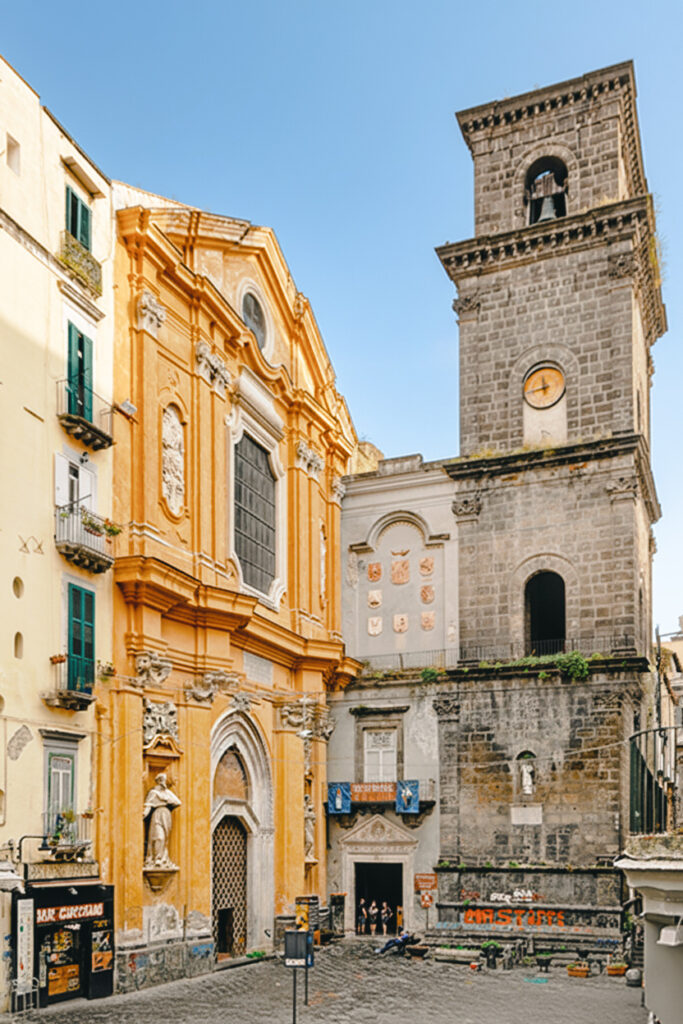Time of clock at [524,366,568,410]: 11:42
